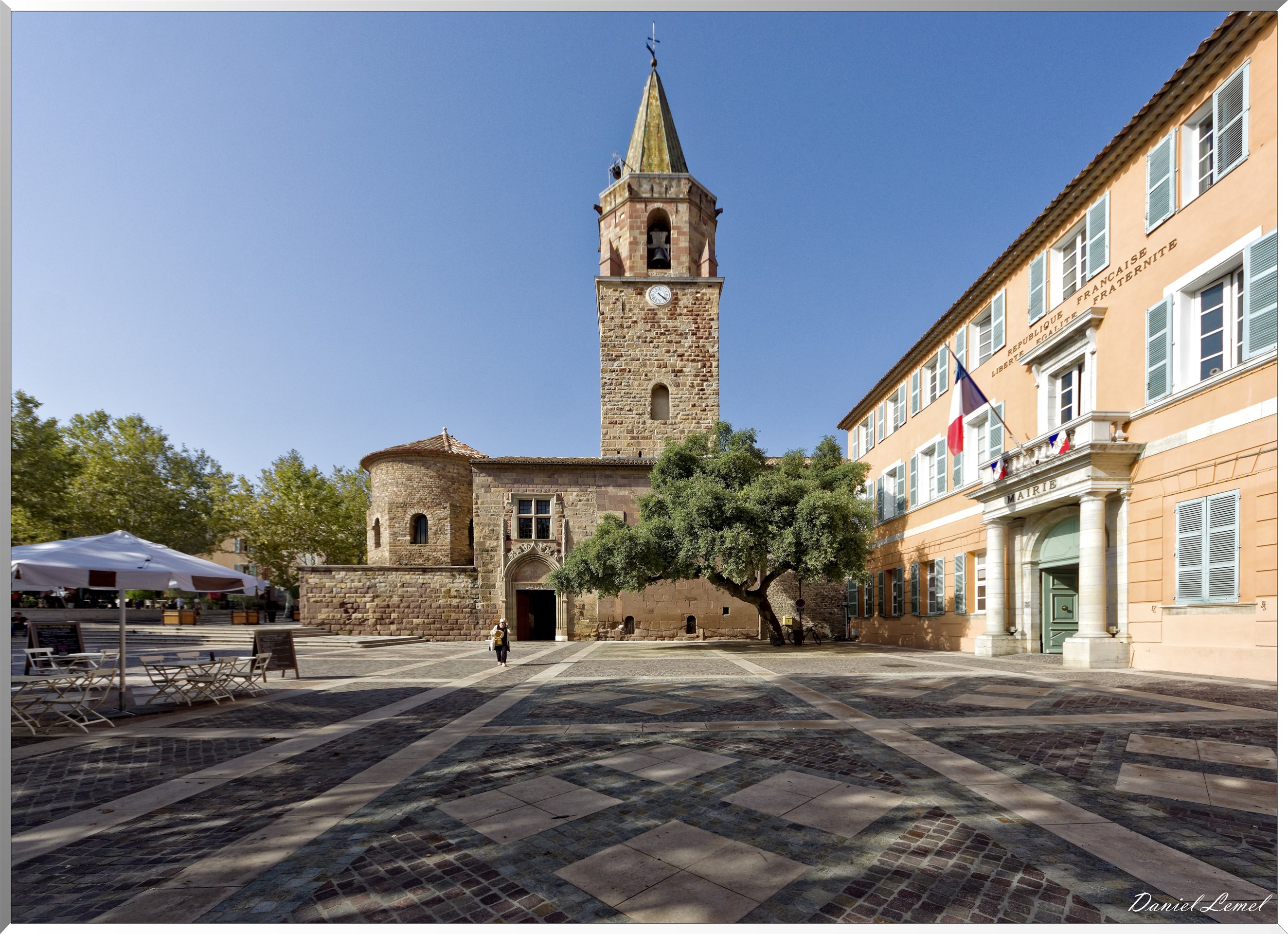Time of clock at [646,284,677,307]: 4:22
